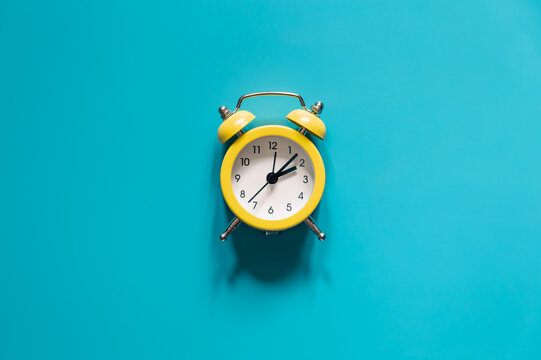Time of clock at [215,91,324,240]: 2:07
